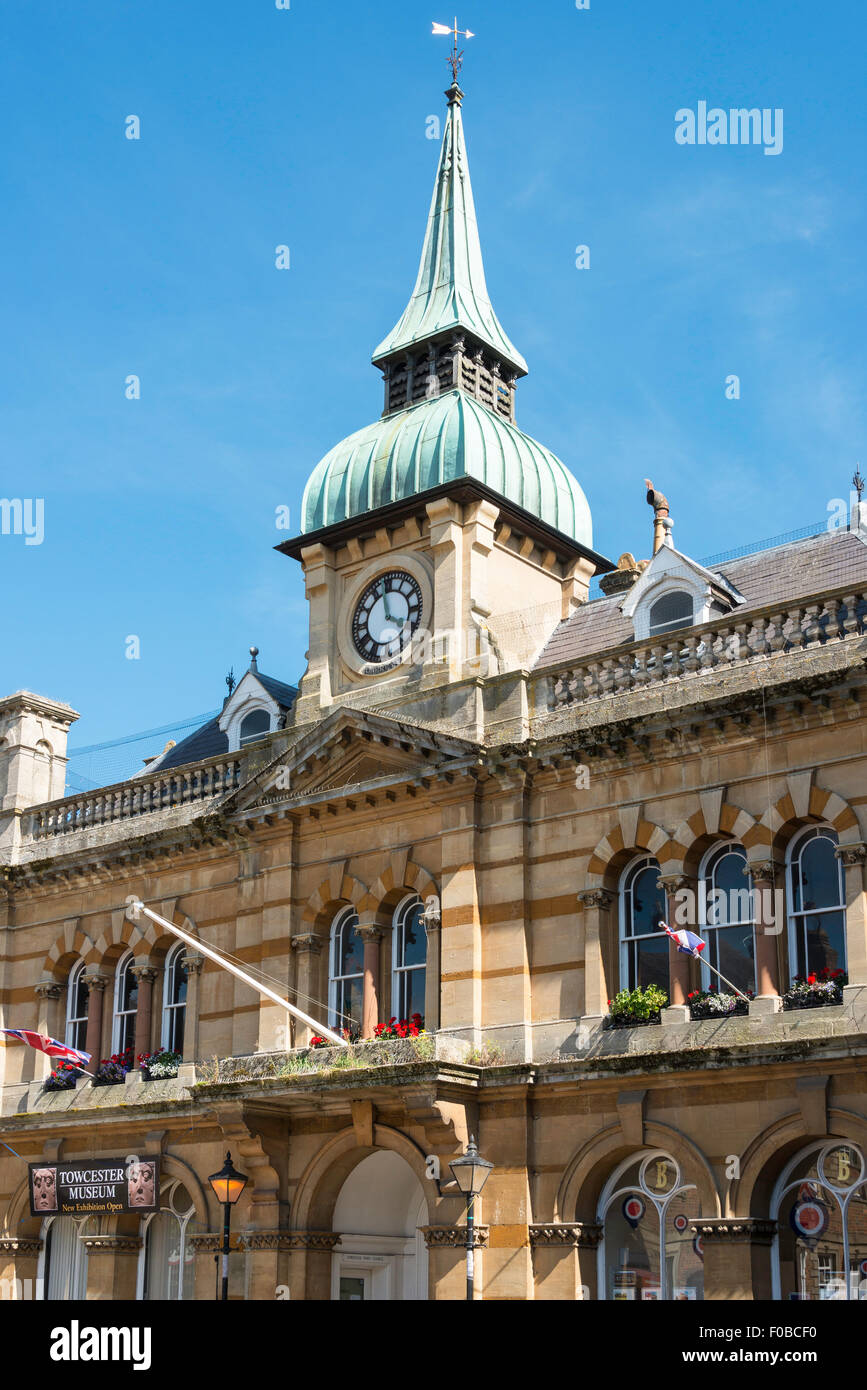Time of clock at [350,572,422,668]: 3:58
